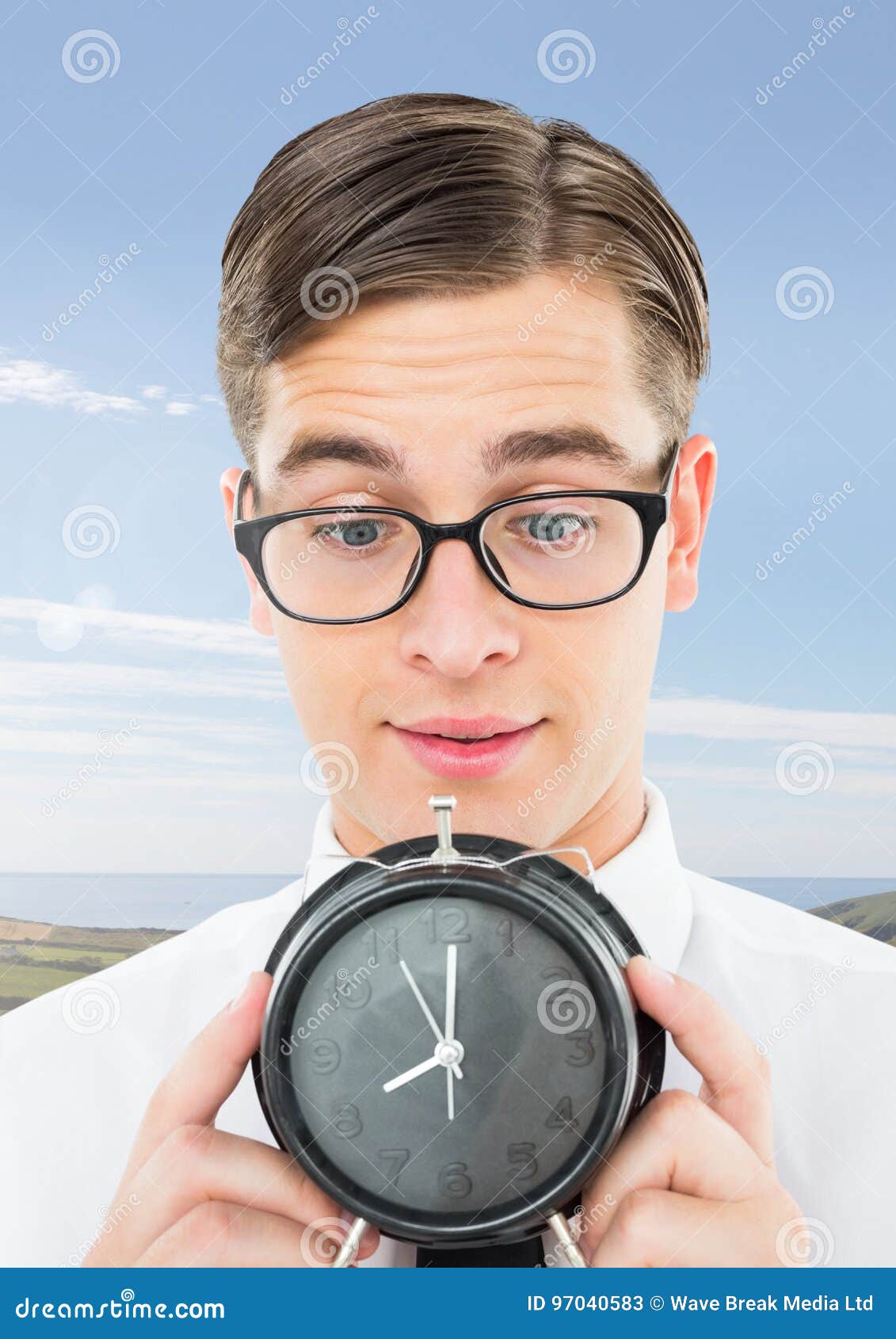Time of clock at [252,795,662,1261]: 8:00
